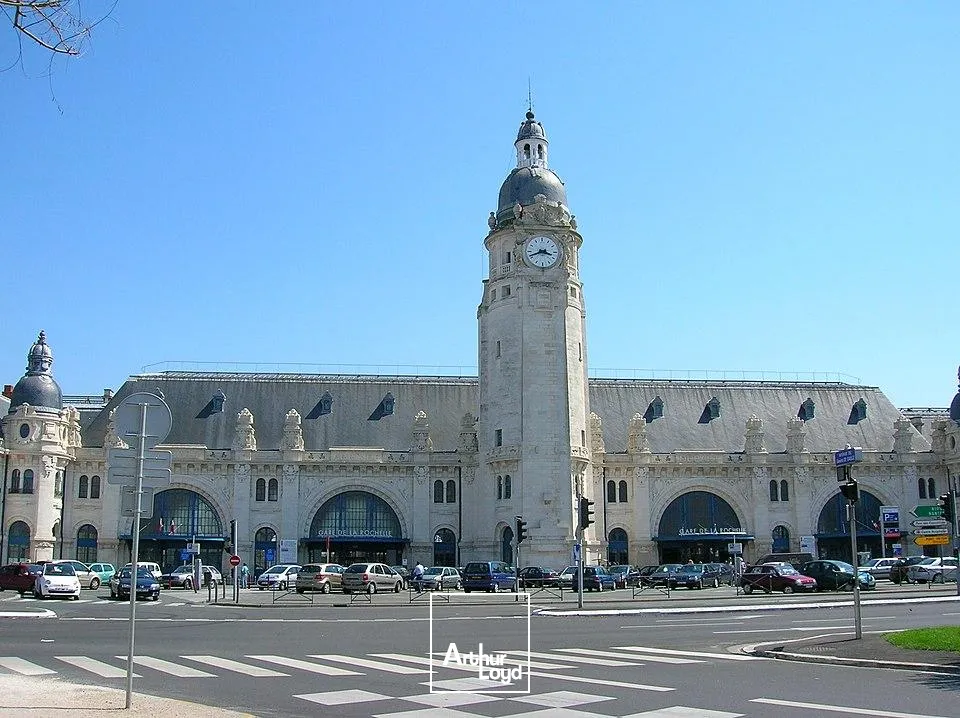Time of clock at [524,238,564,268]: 3:41
